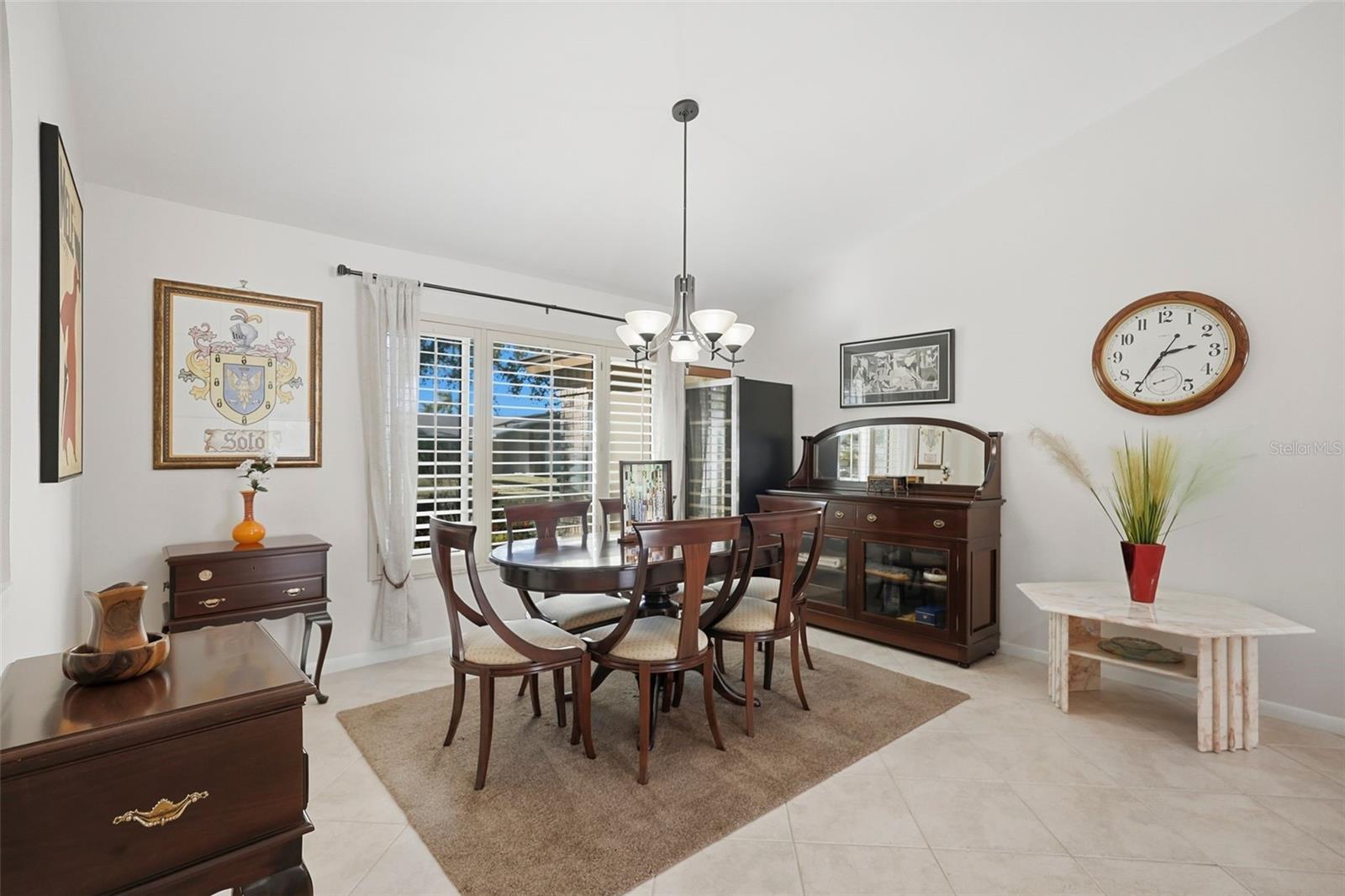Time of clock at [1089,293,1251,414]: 2:35
